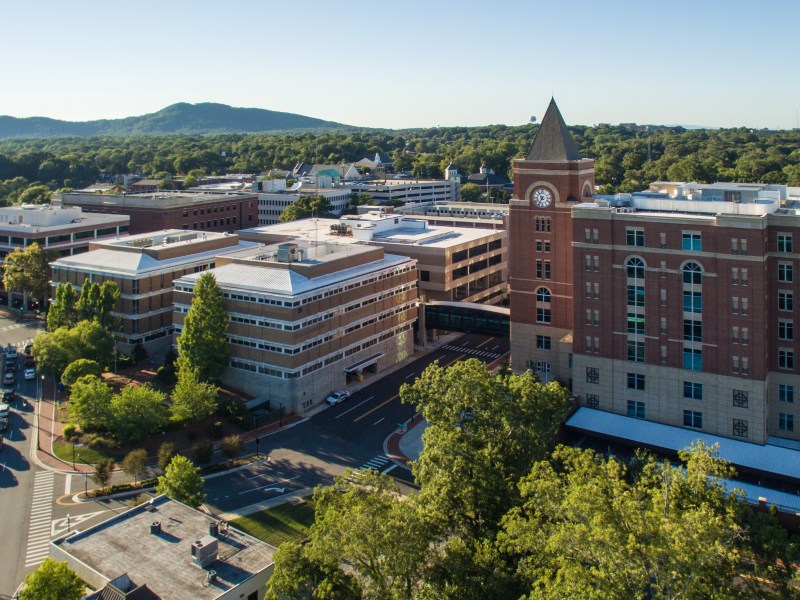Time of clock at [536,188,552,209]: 6:54
